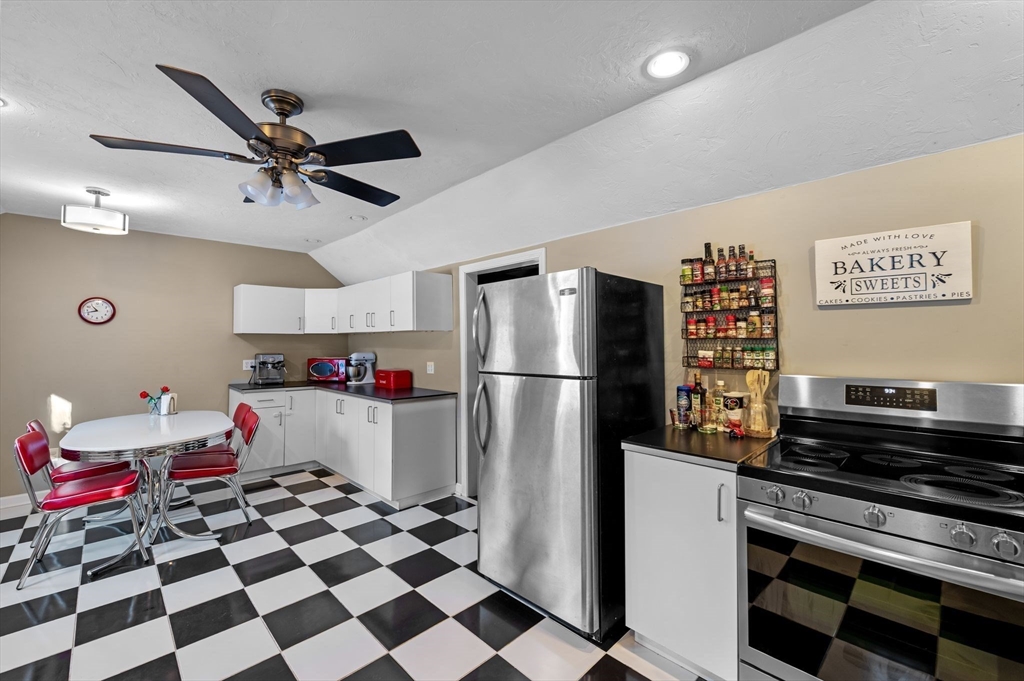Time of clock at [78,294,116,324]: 10:42
